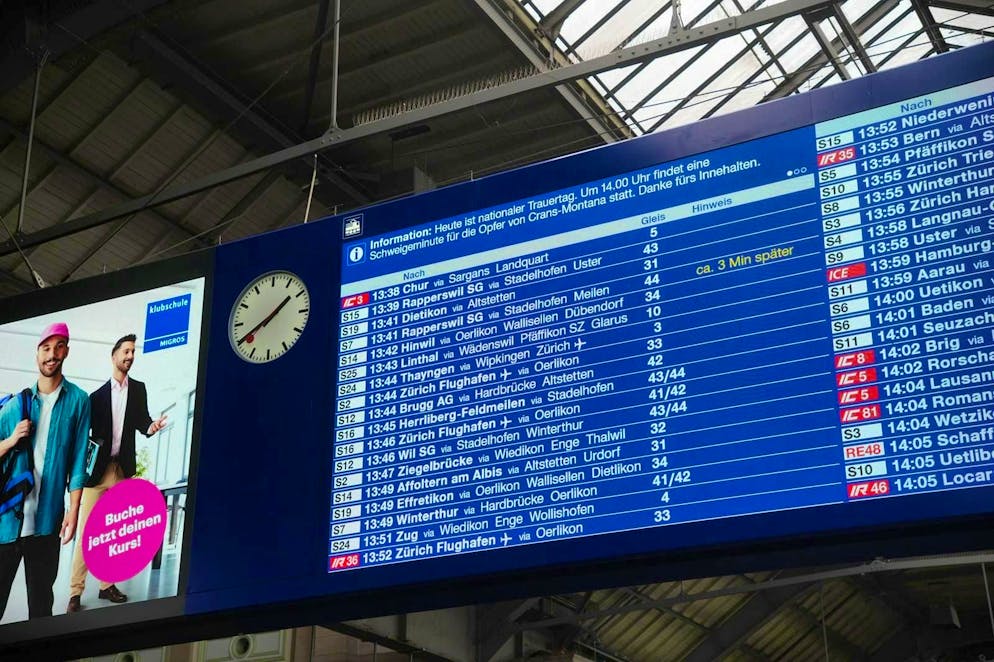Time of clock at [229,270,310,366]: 1:40
